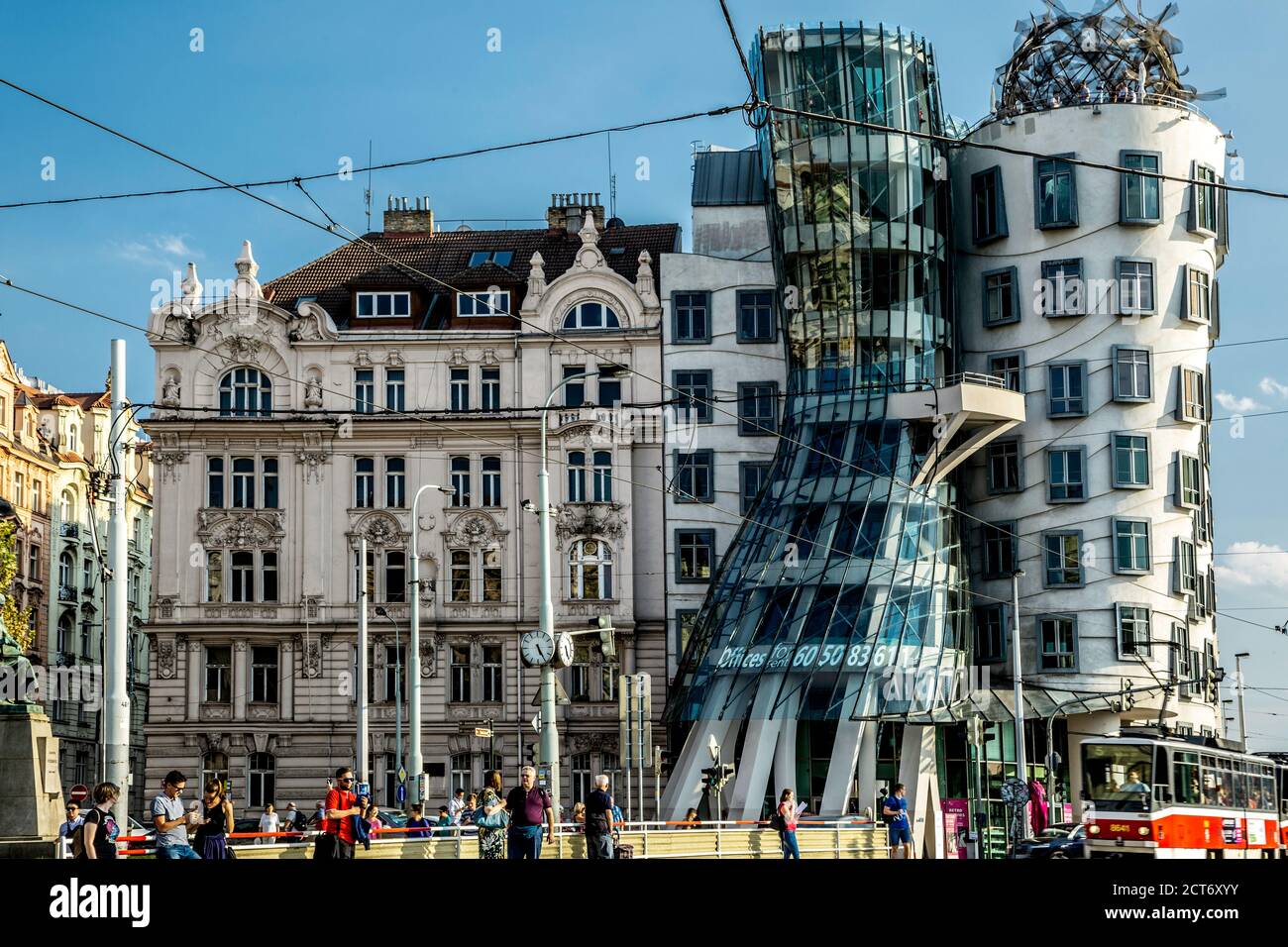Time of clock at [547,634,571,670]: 5:26
